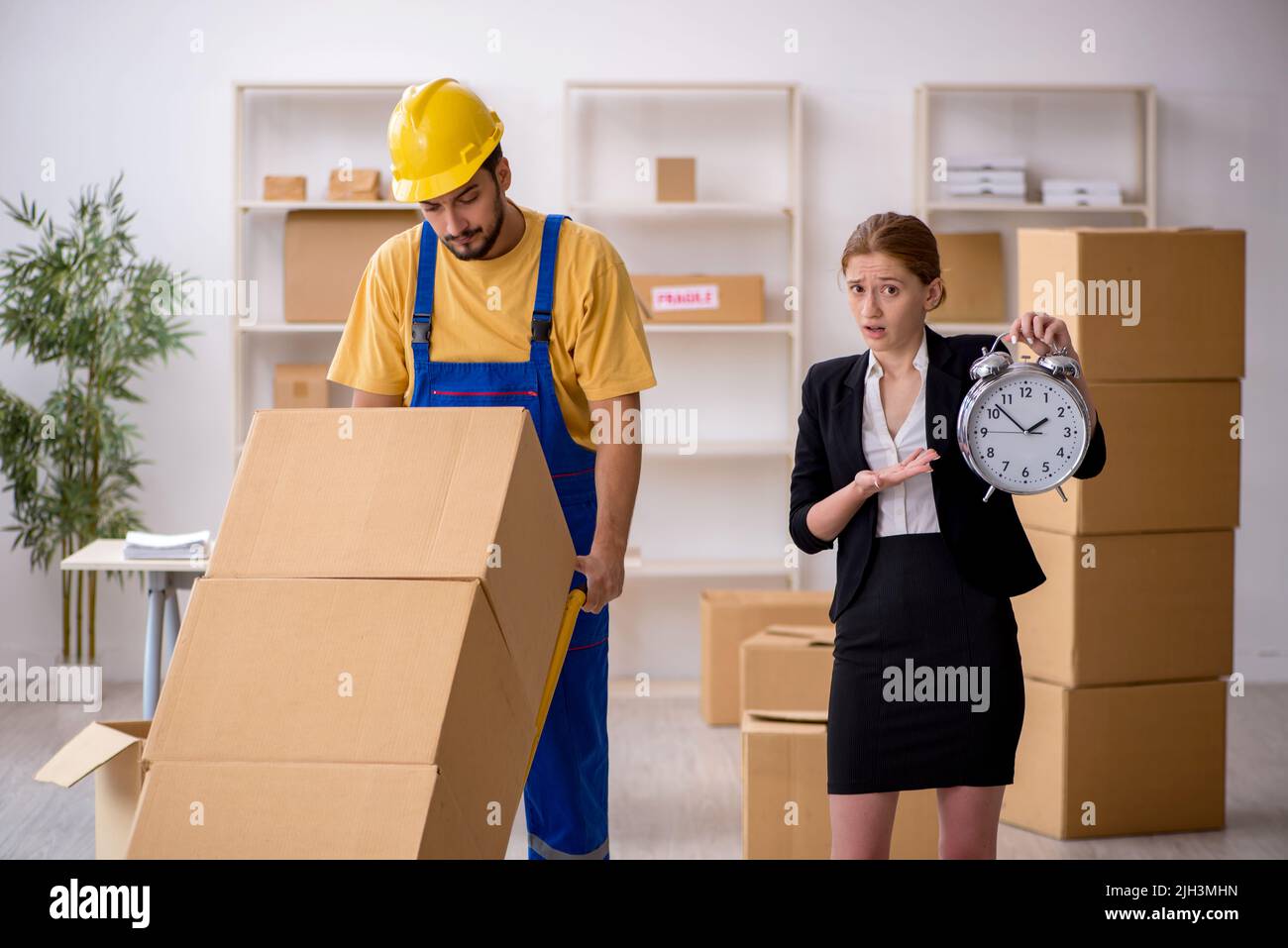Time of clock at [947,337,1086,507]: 1:52
